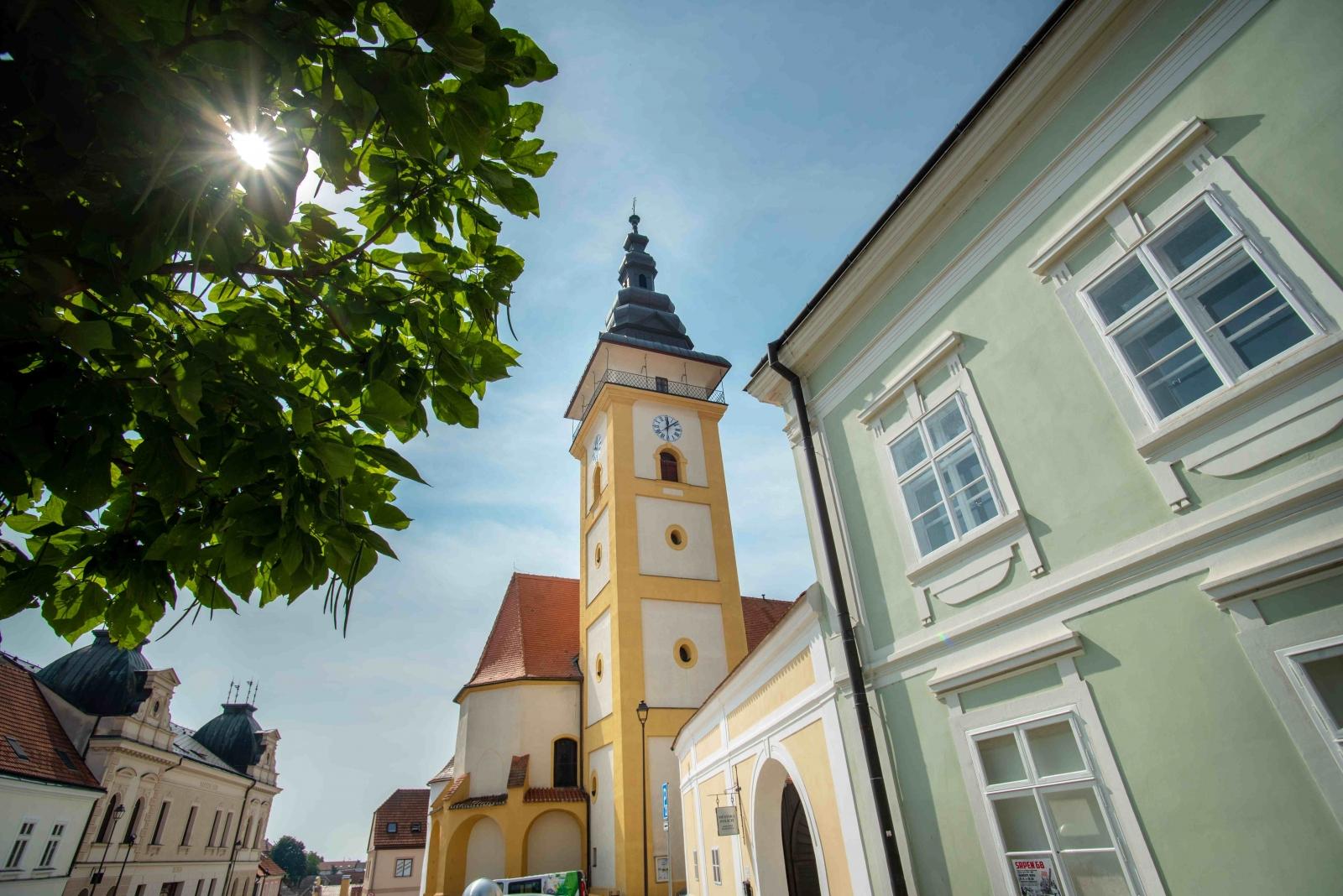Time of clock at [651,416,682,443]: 12:08
